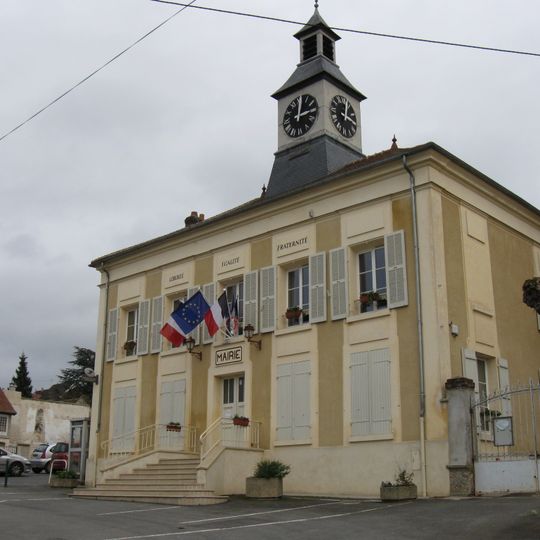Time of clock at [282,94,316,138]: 12:13
